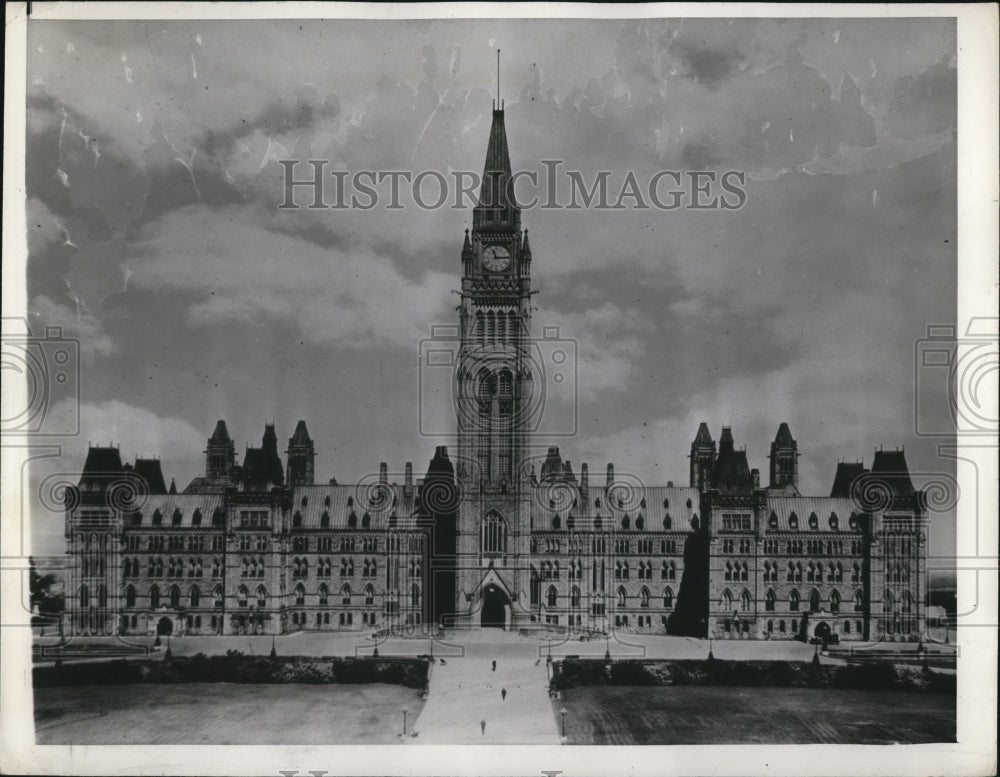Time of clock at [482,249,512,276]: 11:14
